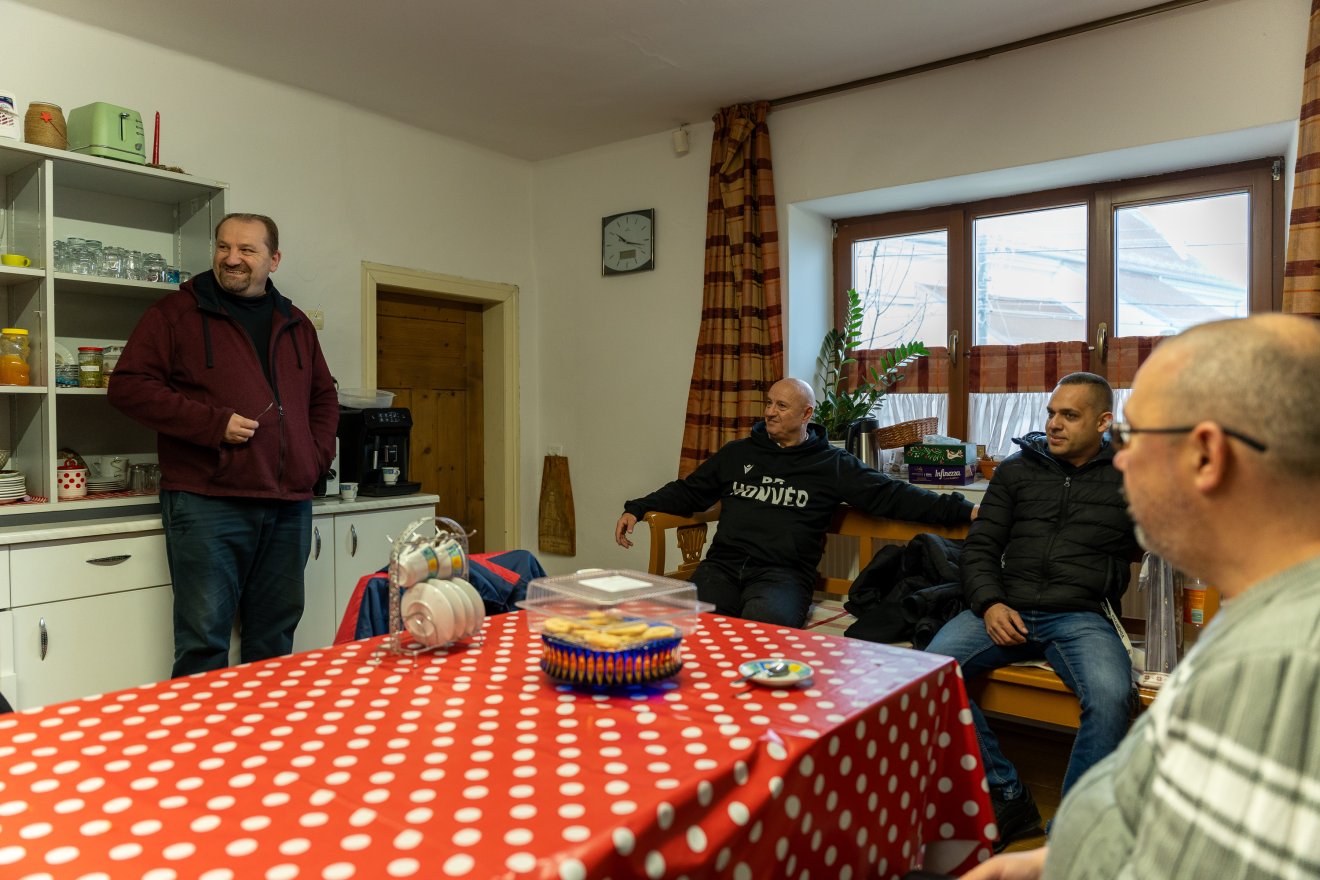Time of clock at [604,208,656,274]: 10:17
